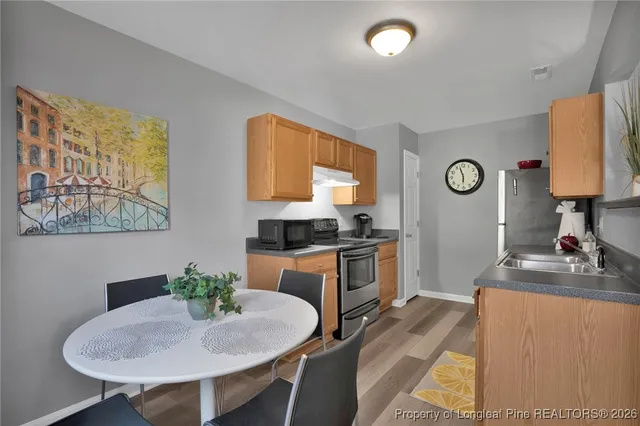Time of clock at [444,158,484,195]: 5:57
